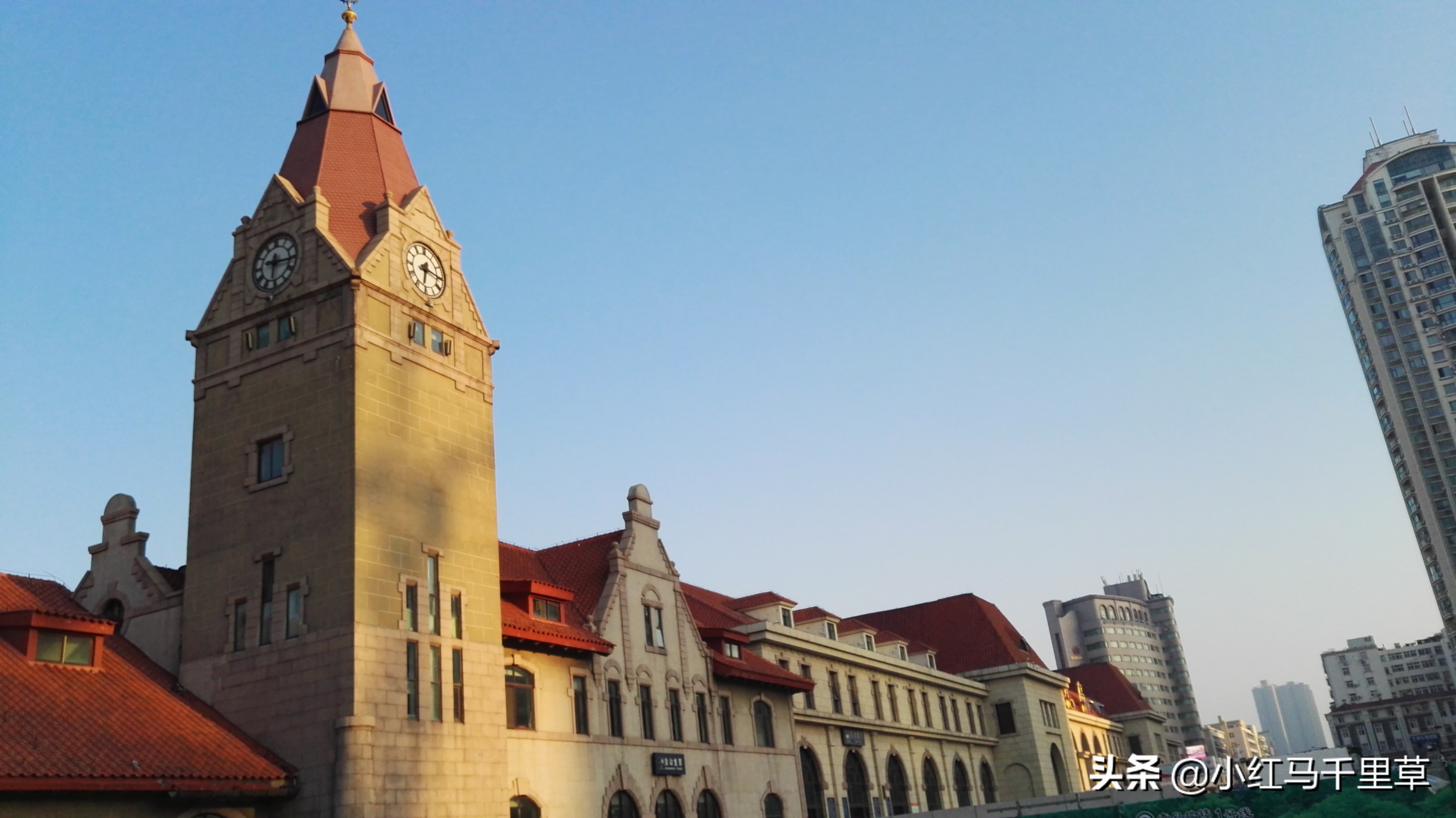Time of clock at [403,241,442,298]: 6:15
